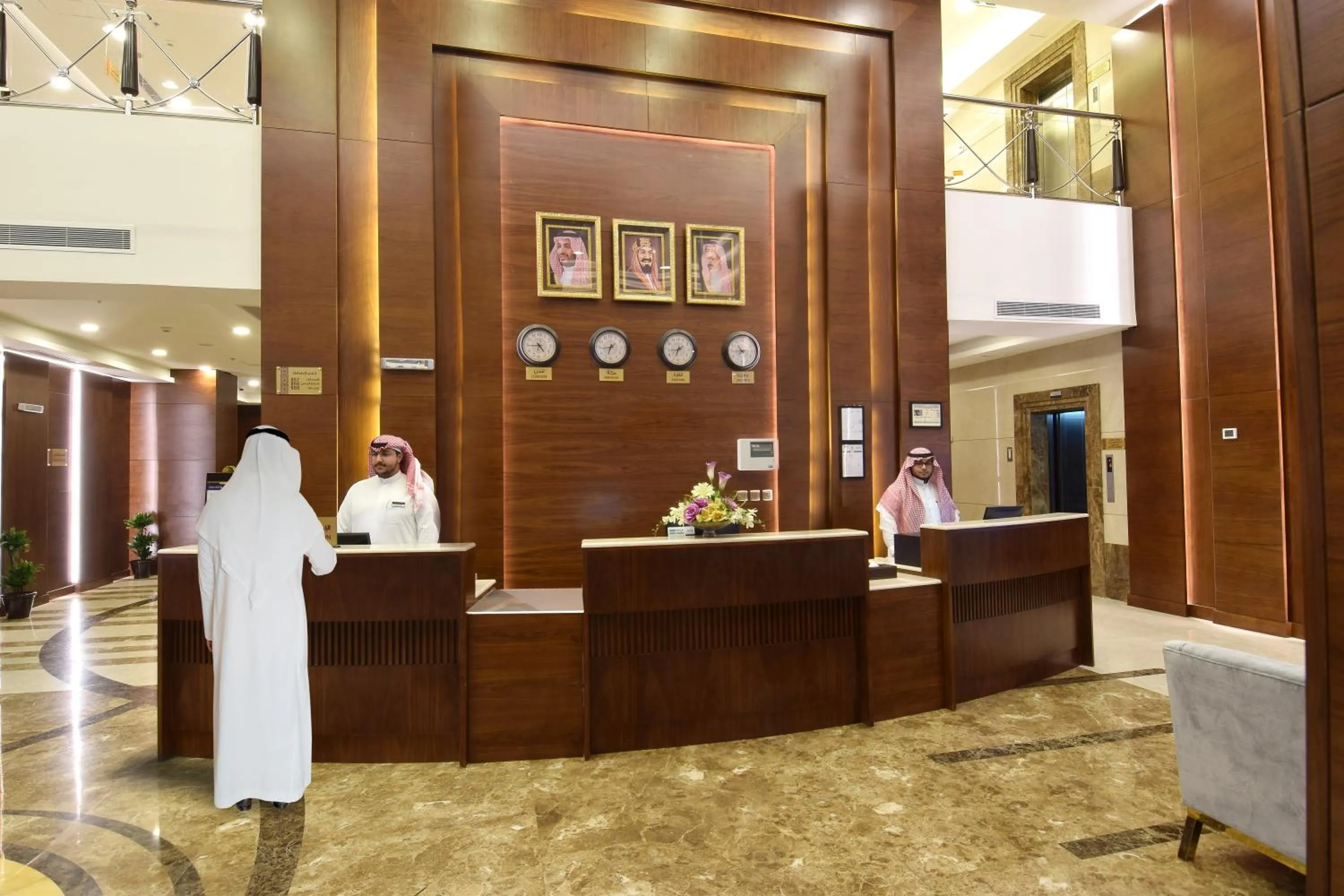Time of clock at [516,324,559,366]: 4:44
